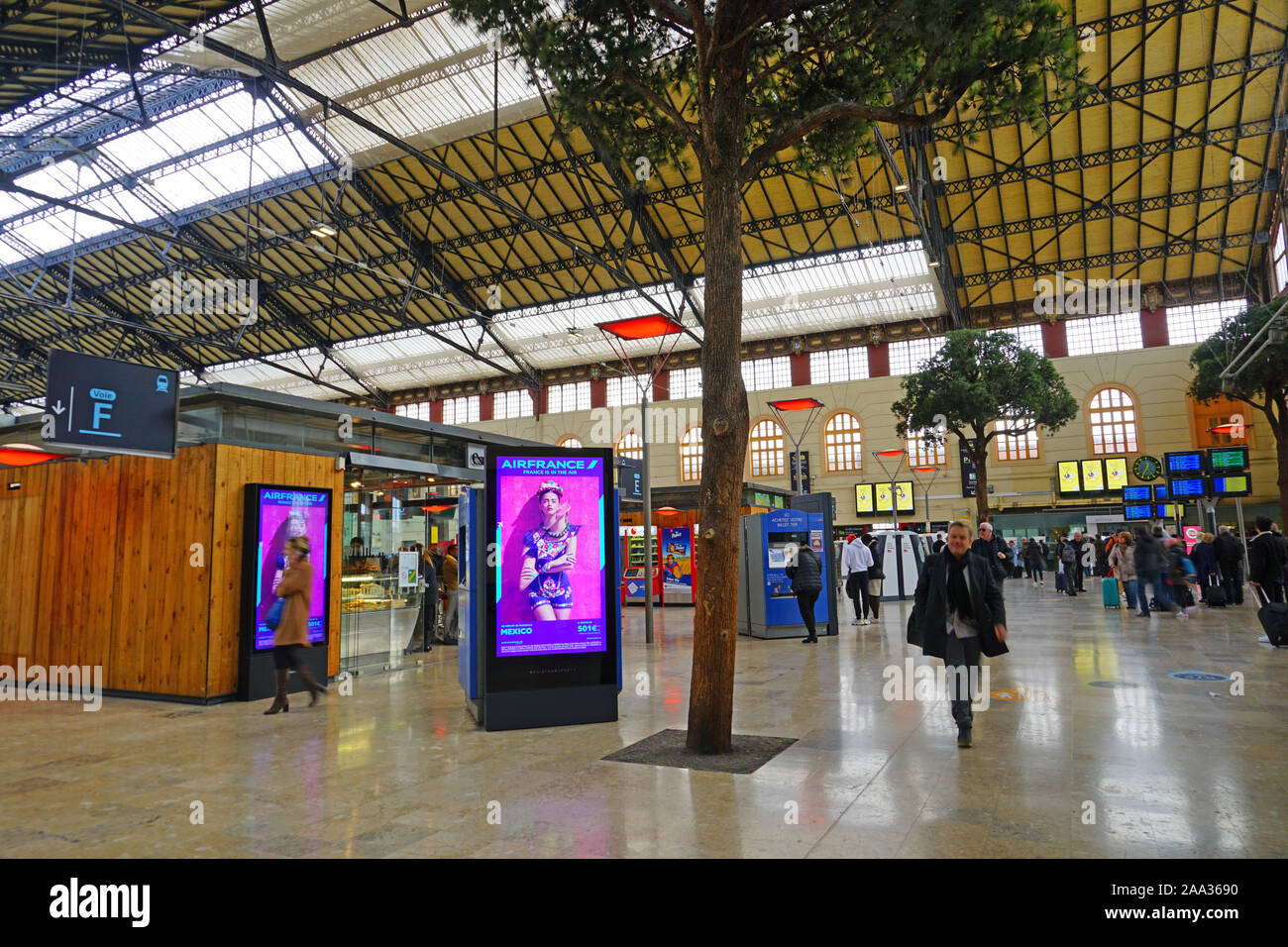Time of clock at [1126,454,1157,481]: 12:34
